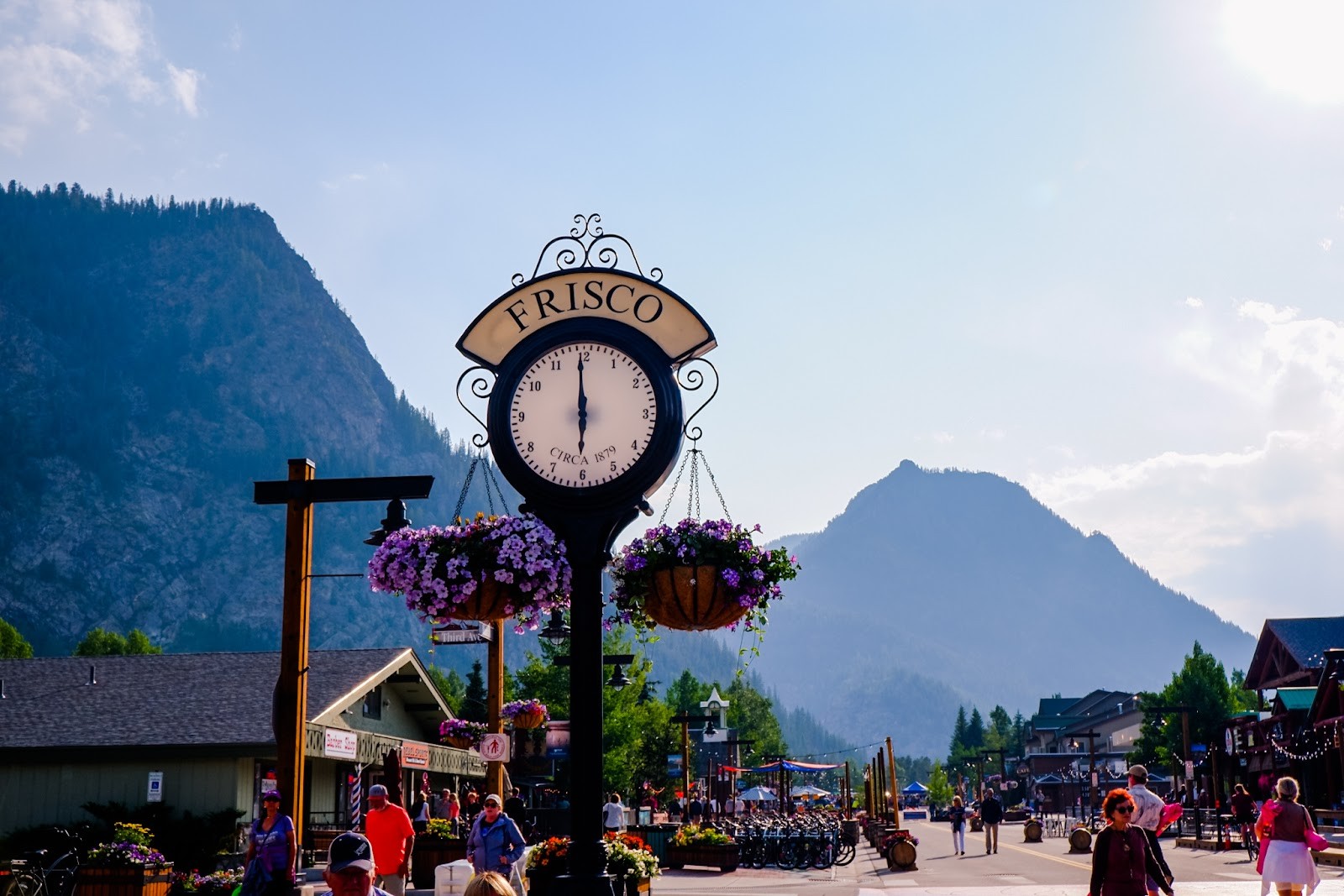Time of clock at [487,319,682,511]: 5:59
